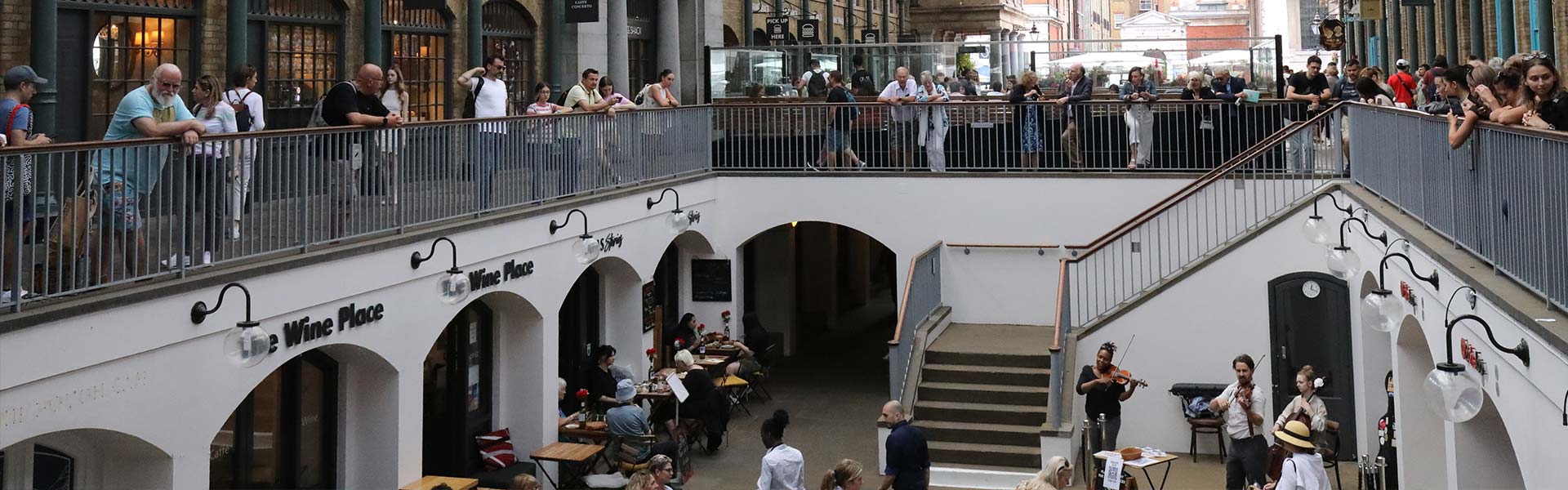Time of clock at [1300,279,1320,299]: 12:17
